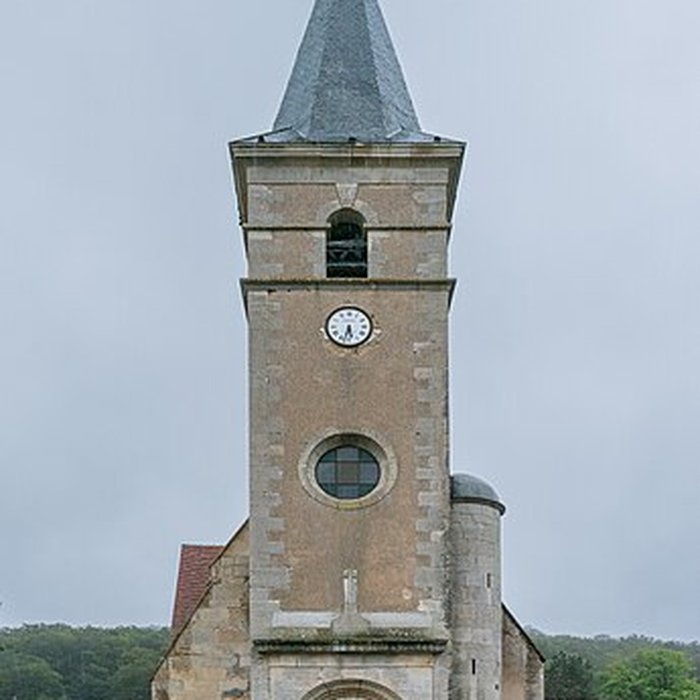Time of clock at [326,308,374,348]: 5:32
